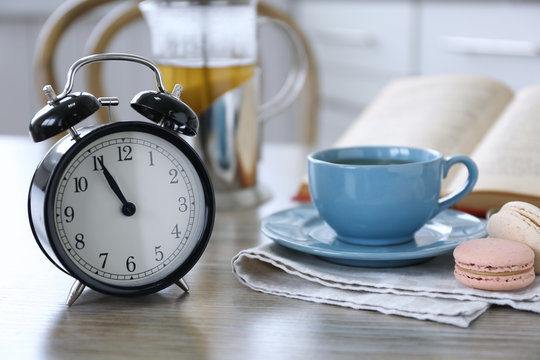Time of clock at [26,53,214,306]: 10:55
